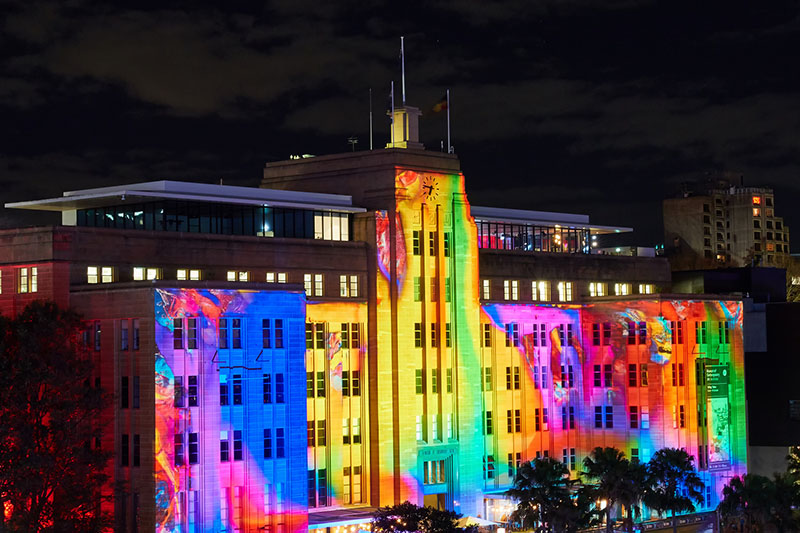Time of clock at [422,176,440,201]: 6:46
